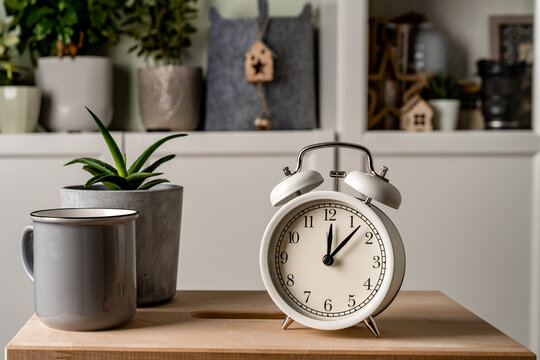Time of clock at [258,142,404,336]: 12:07
